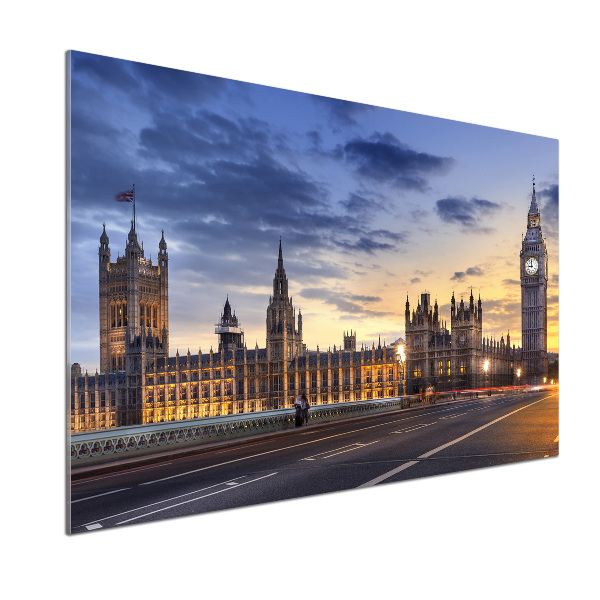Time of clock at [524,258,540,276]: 8:59
